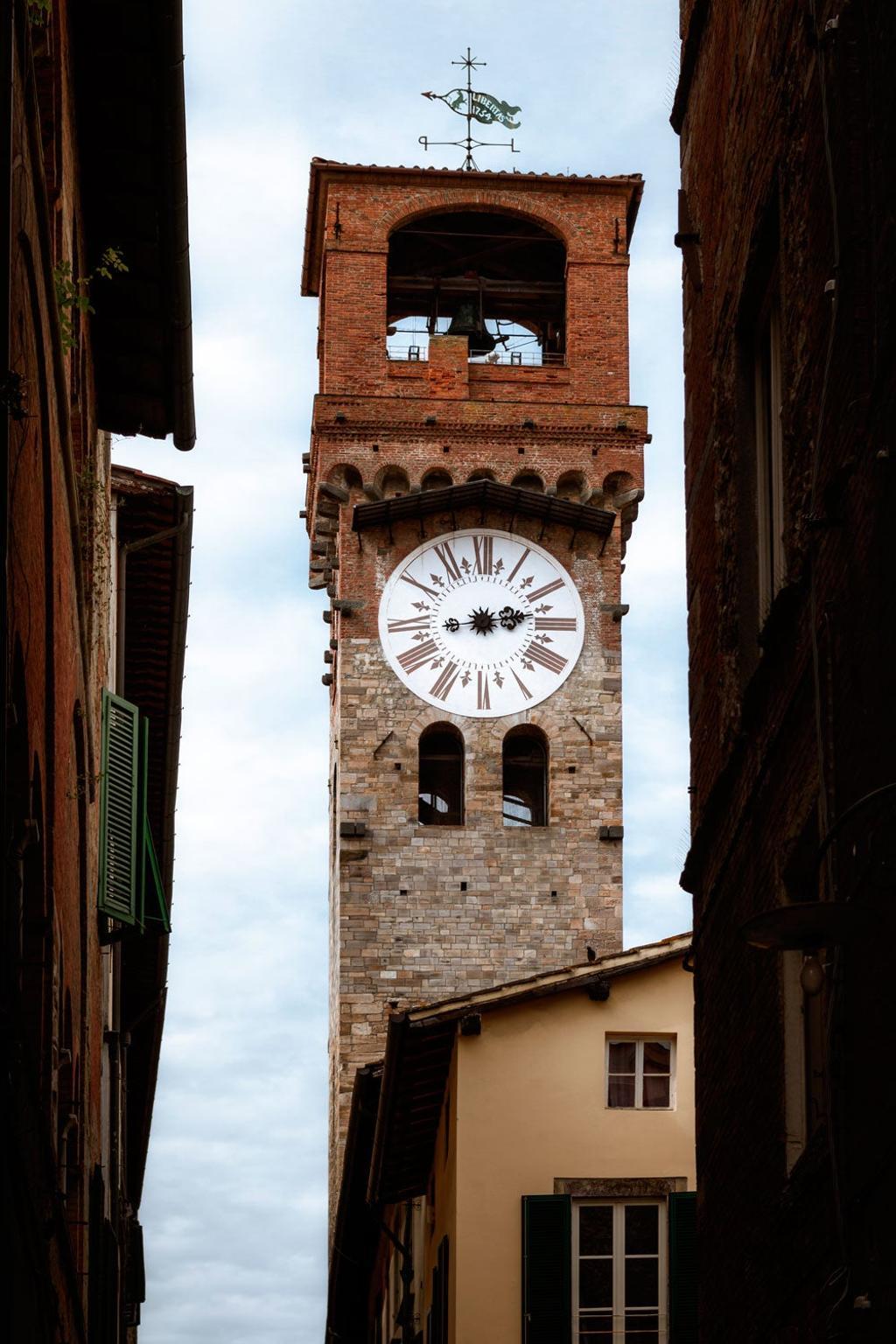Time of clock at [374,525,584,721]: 2:12
